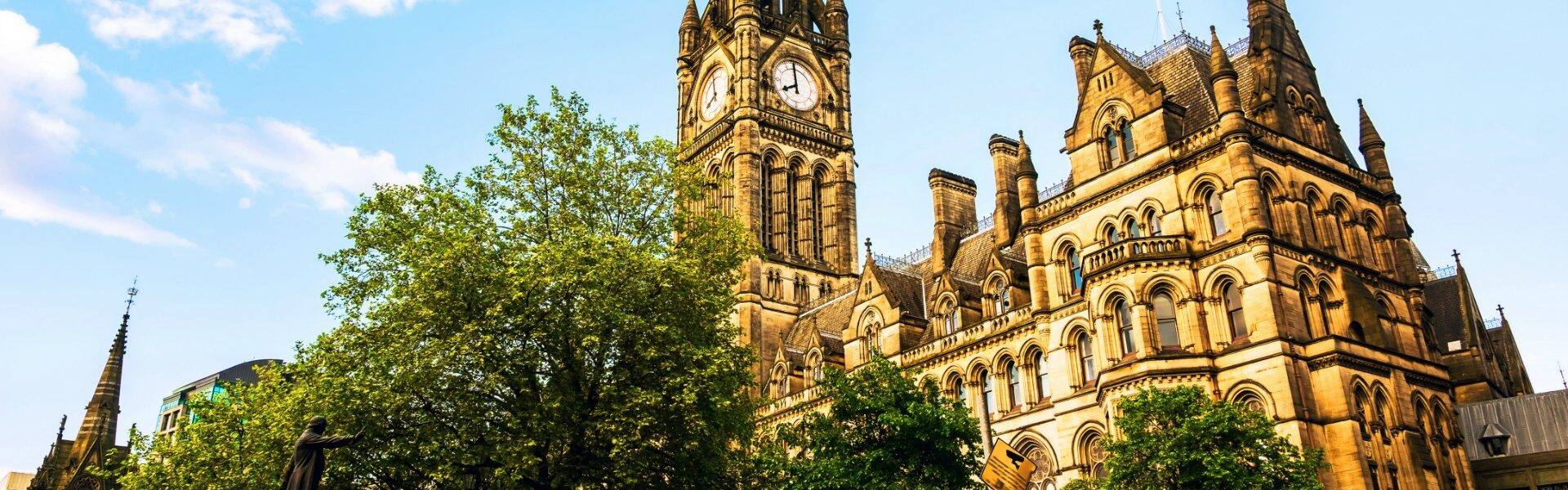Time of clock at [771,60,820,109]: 7:59
